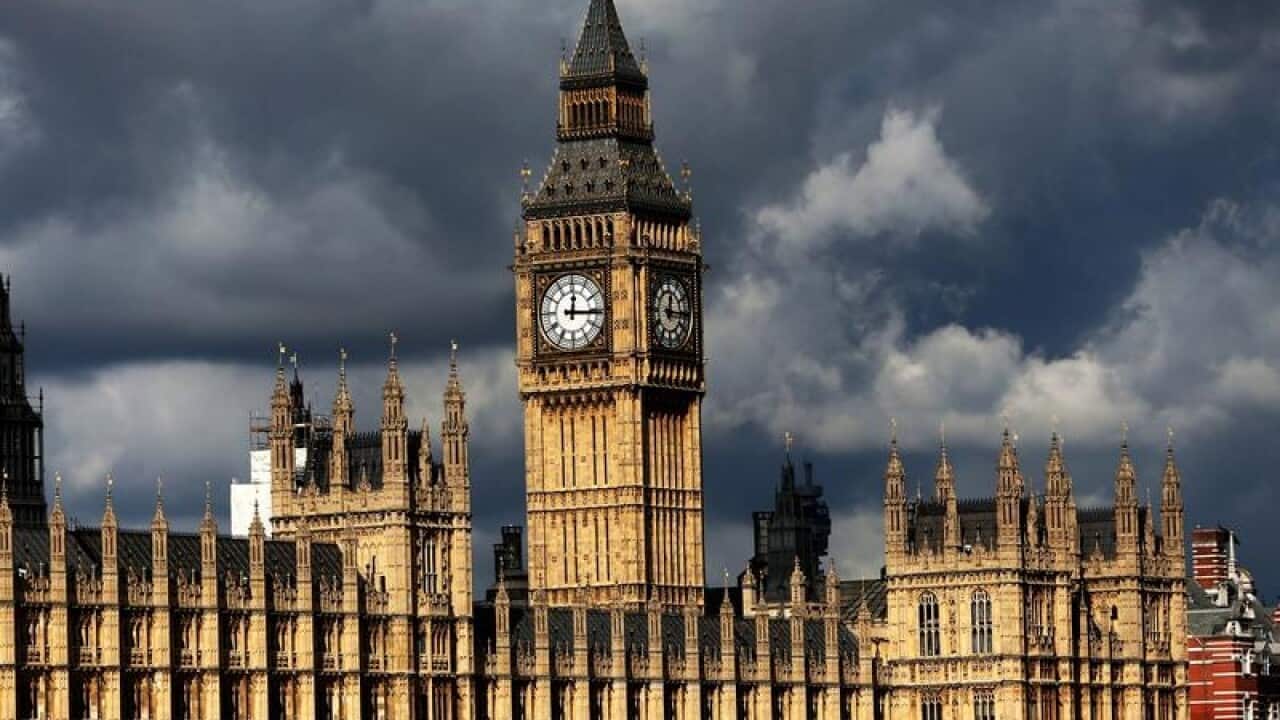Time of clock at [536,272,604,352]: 12:15
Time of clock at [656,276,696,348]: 12:15
